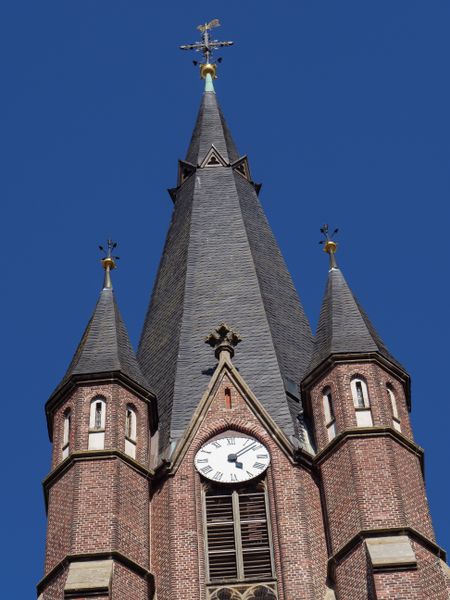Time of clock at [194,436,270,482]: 5:08
